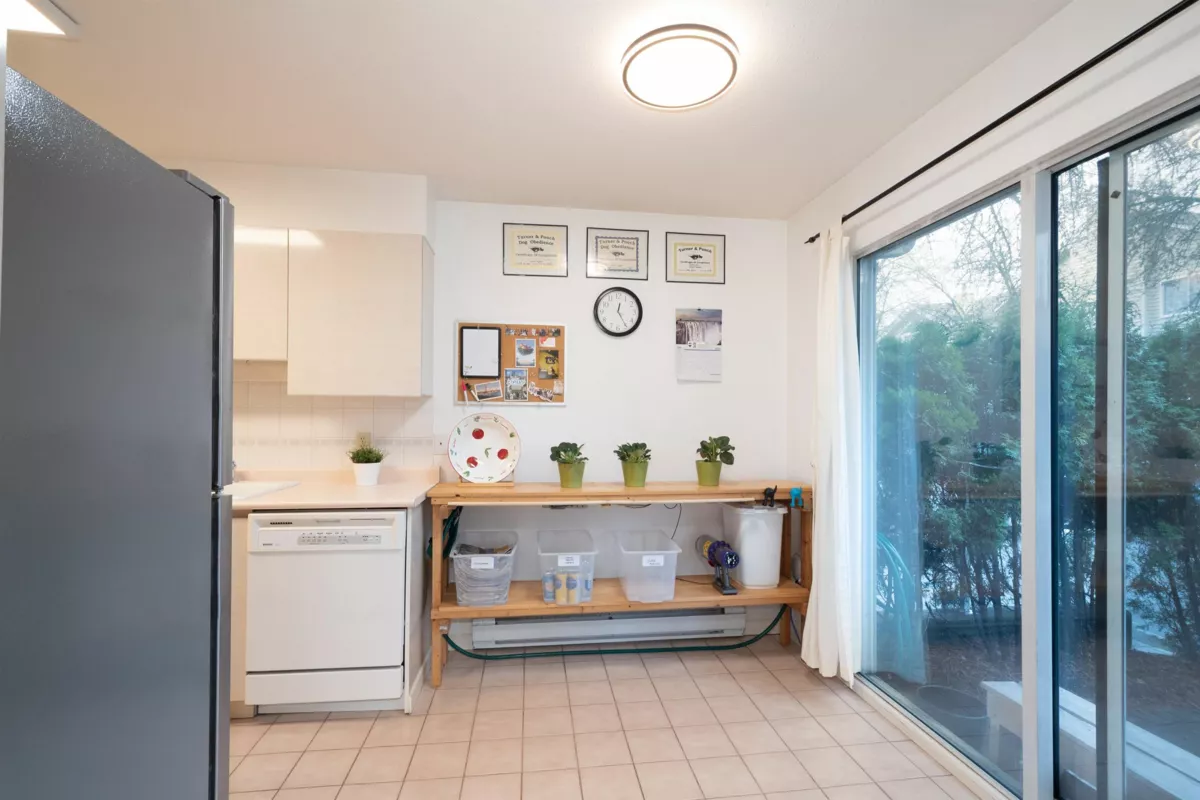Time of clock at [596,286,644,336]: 12:24
